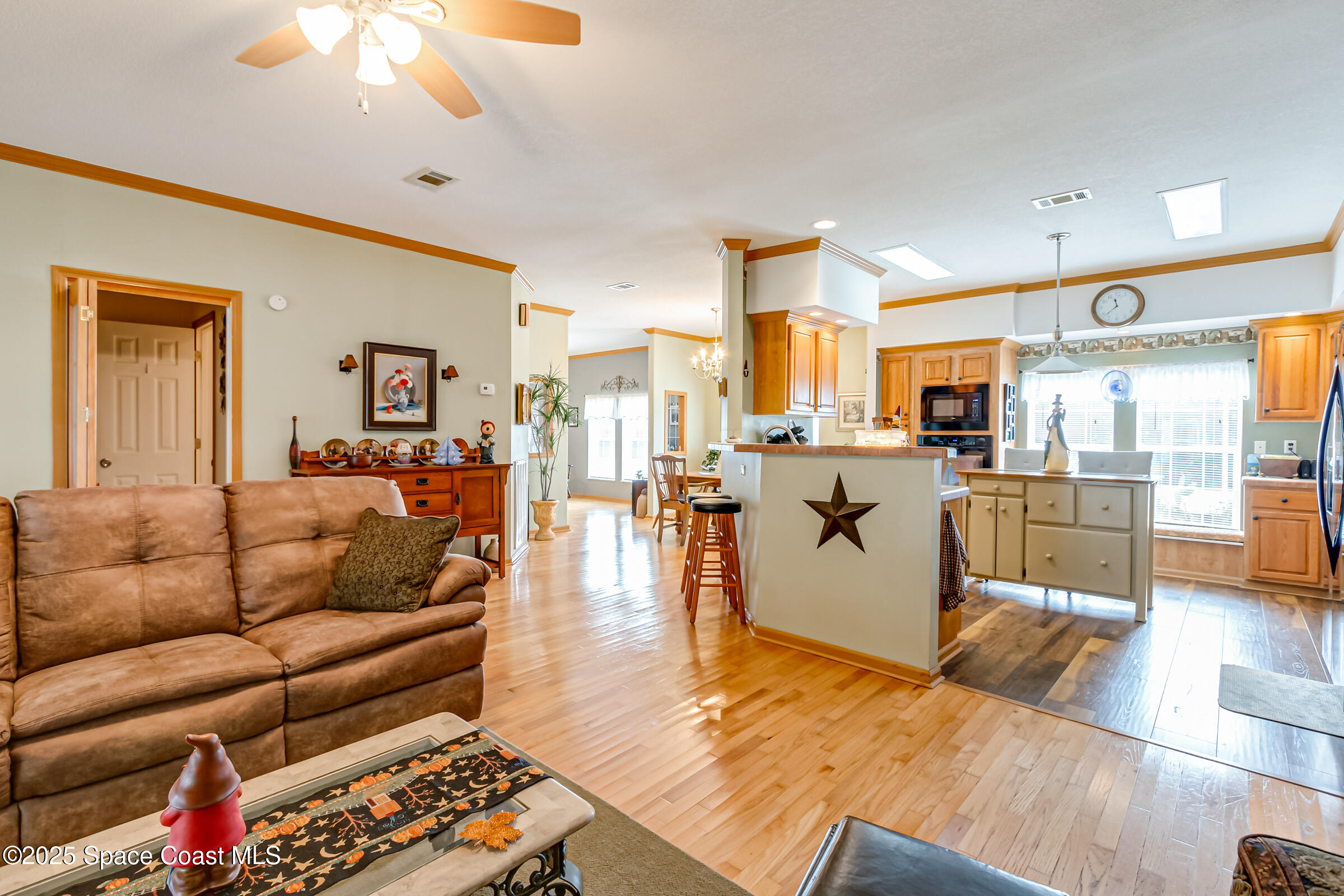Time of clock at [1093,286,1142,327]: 11:38
